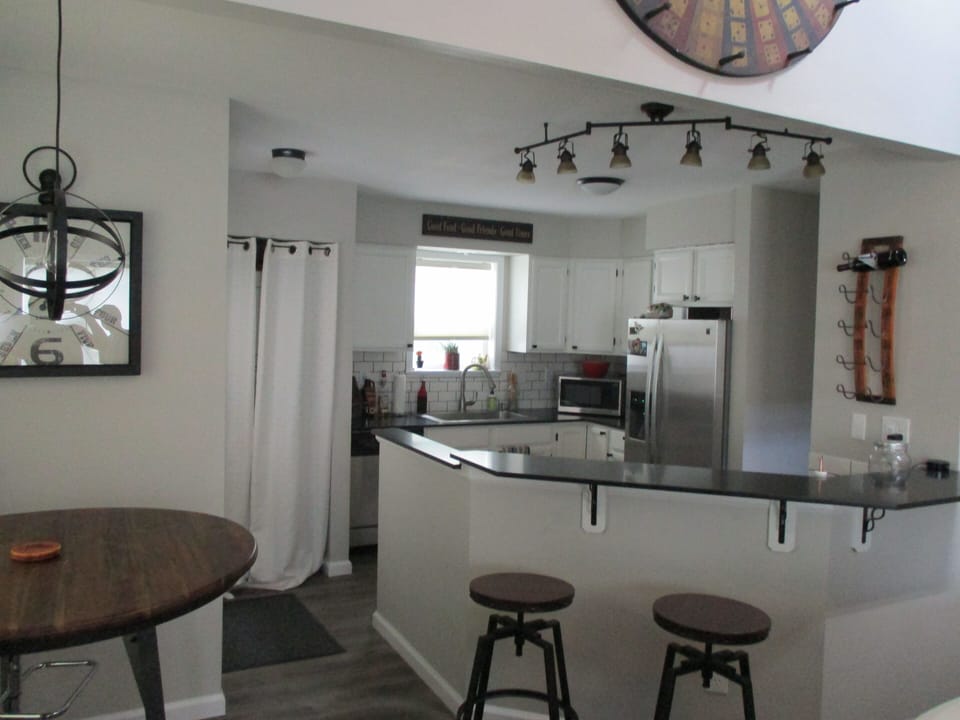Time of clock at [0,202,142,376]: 2:48
